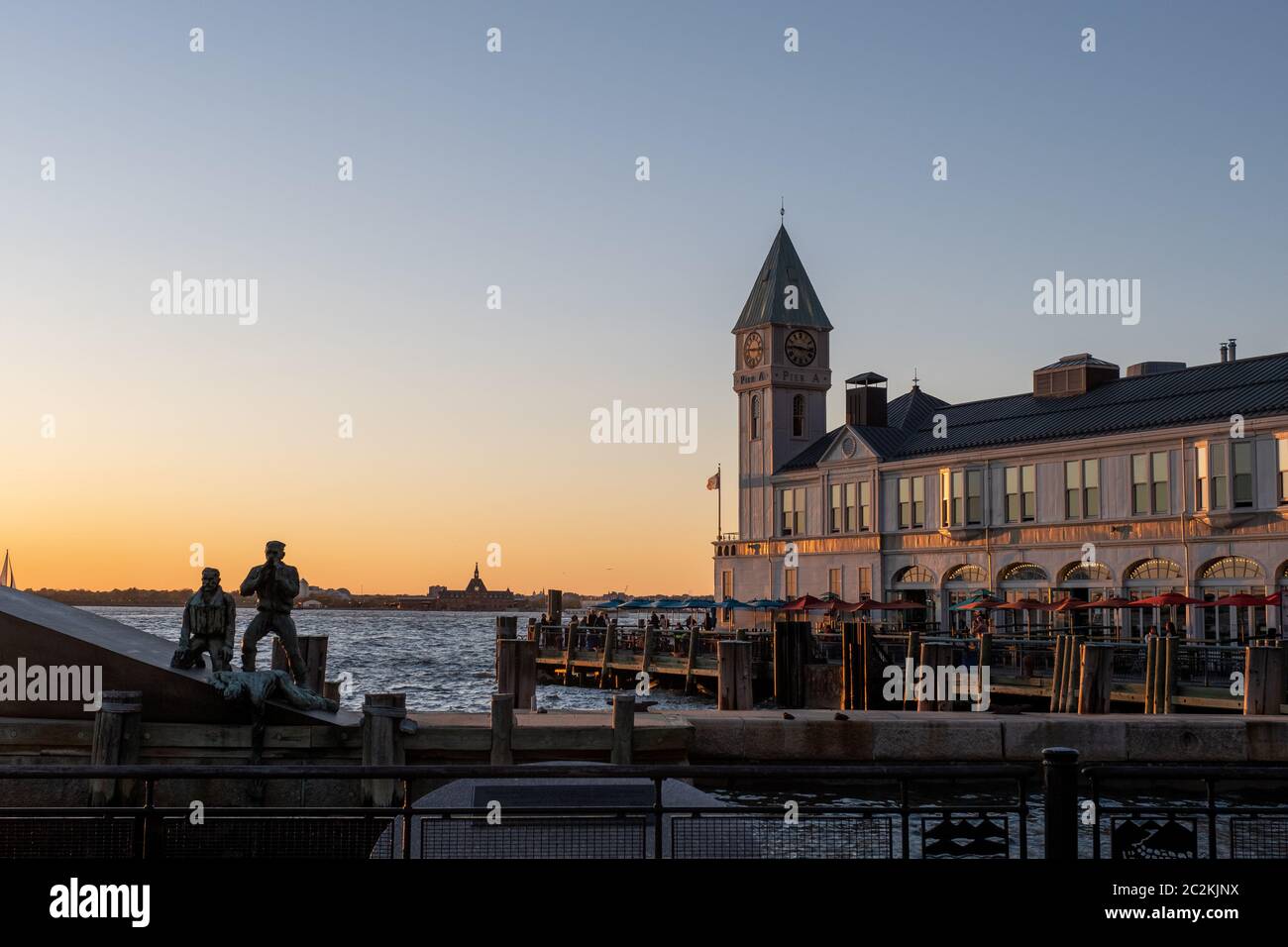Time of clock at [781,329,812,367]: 9:16
